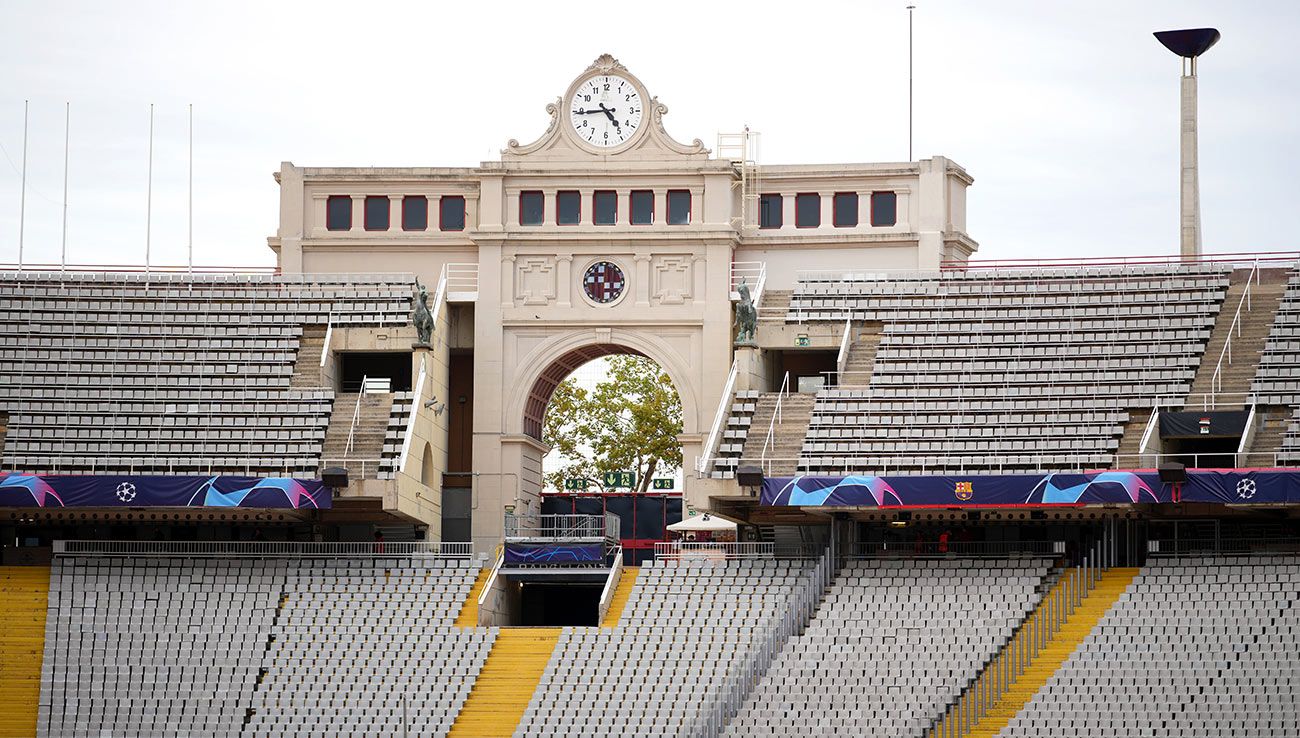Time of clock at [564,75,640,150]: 4:44
